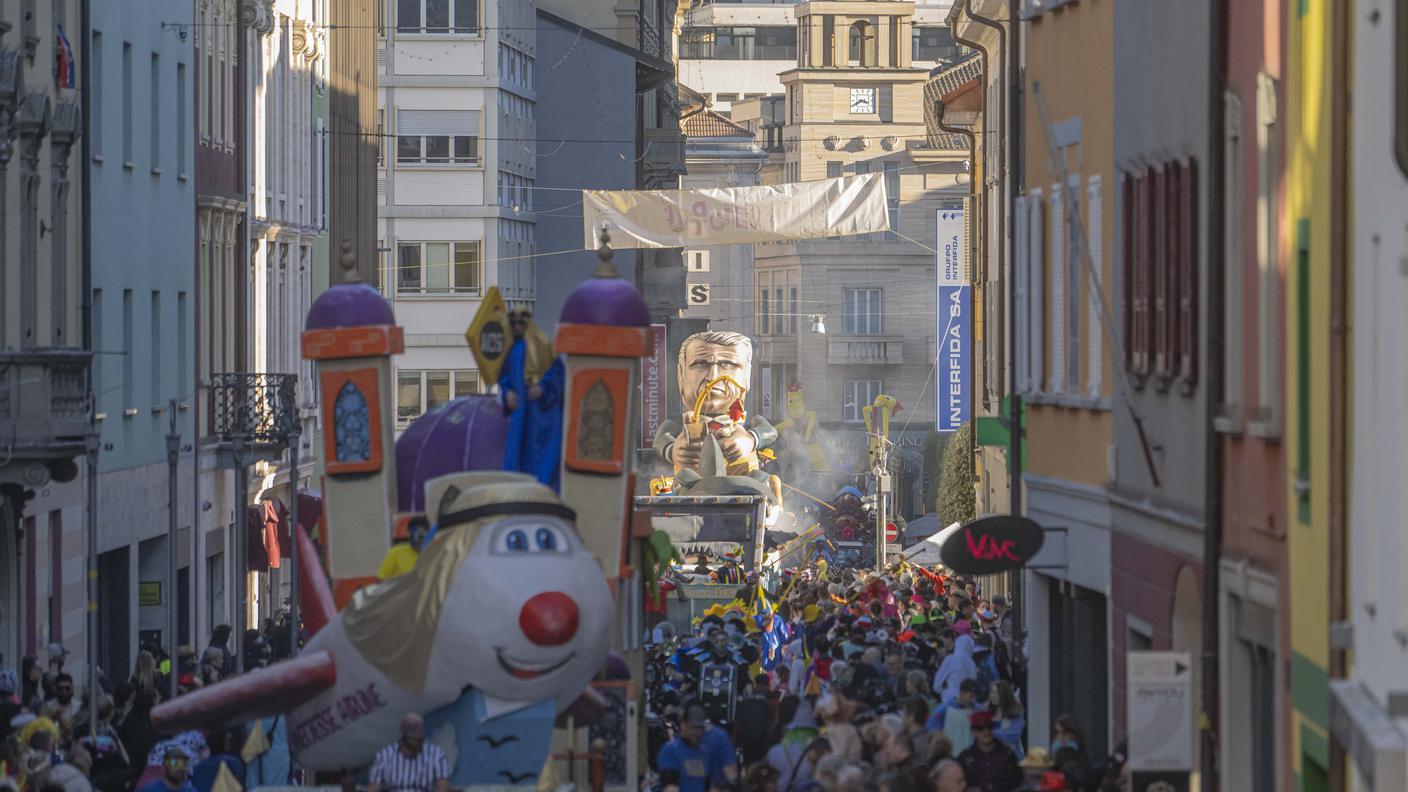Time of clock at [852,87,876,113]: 3:40
